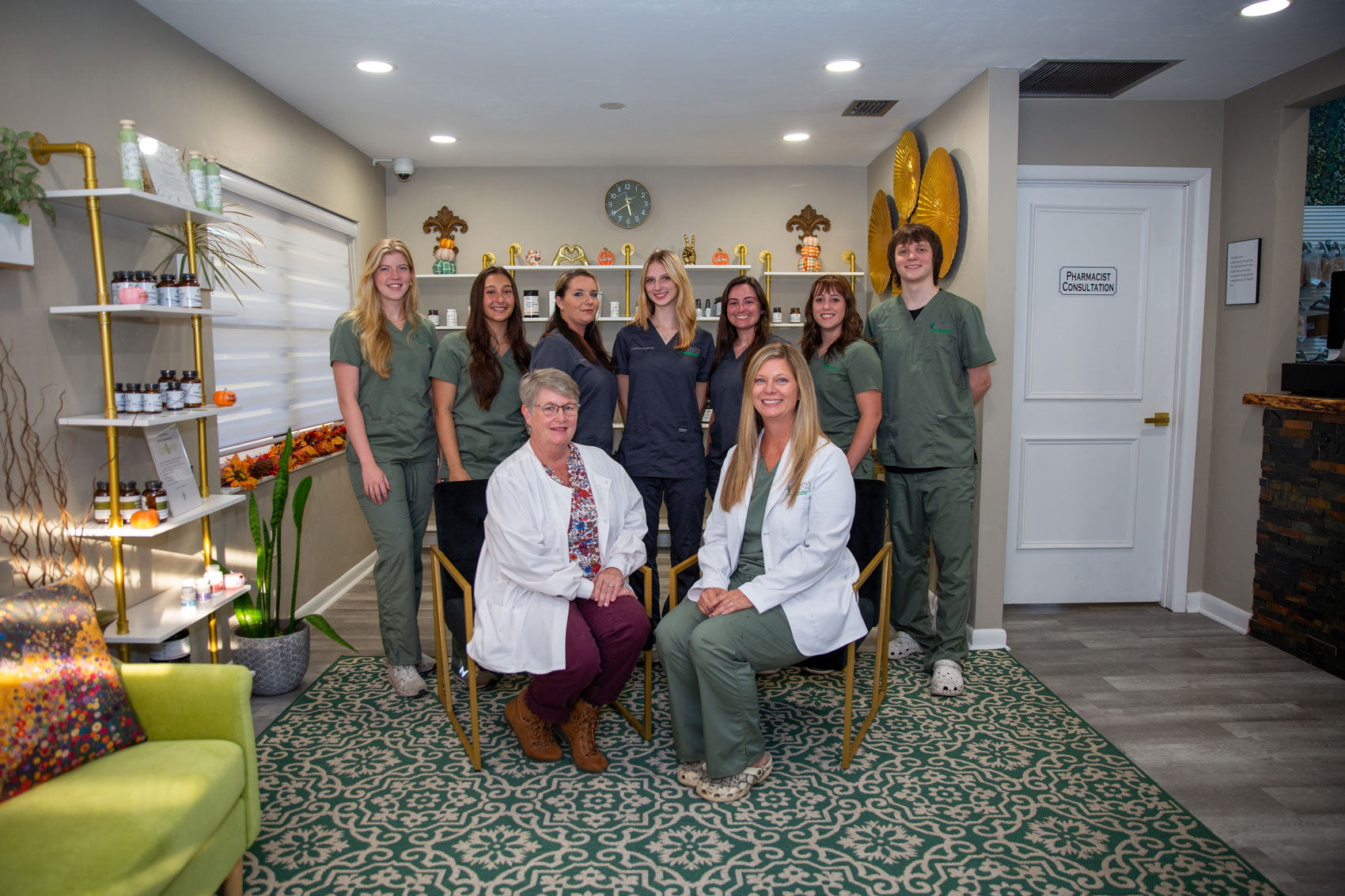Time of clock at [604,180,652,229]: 5:39
